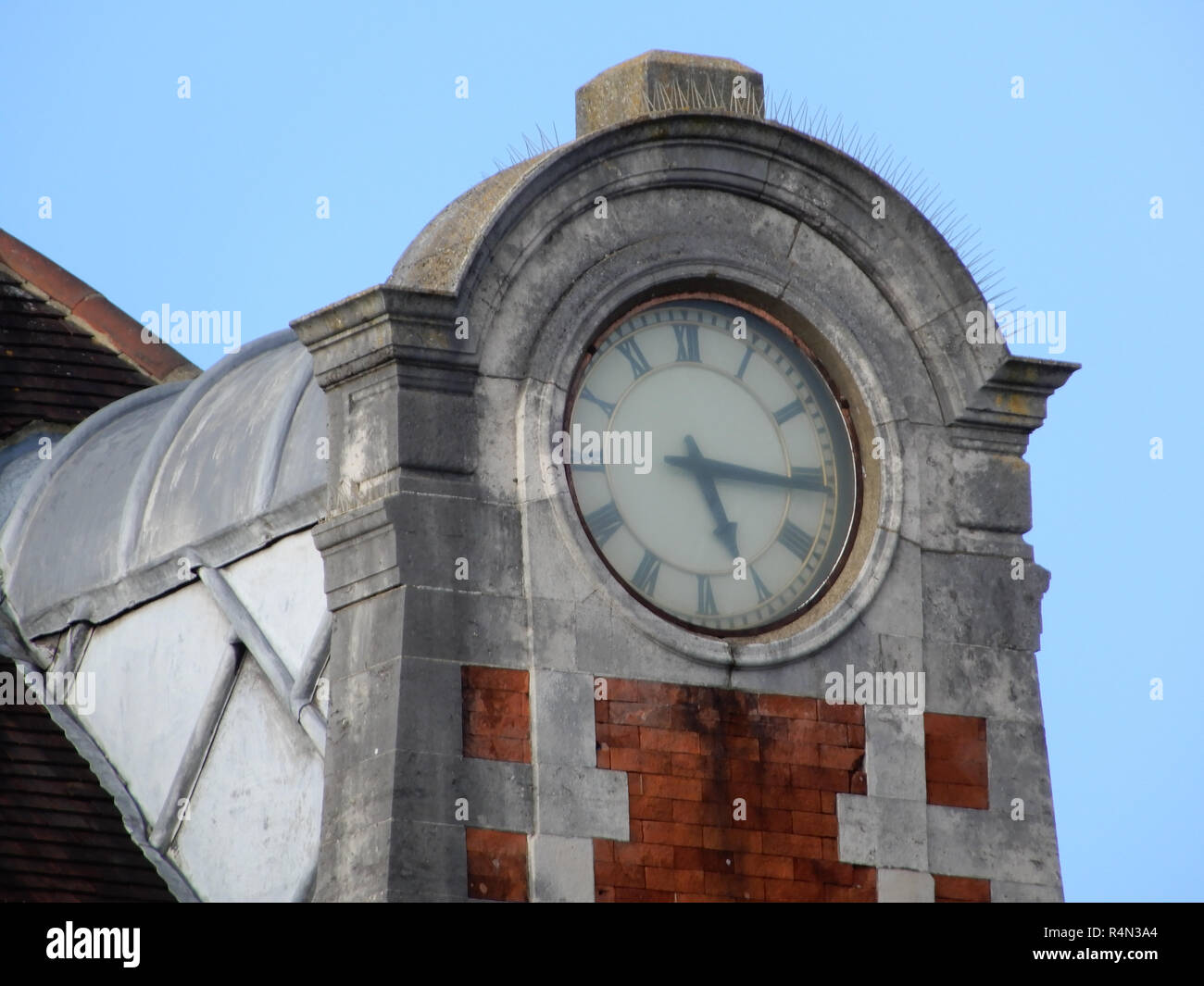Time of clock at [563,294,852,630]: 5:15
